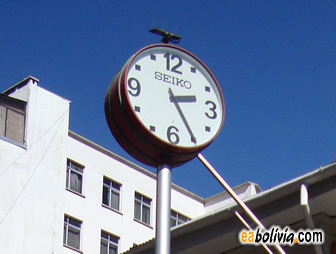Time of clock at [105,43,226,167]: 2:24
